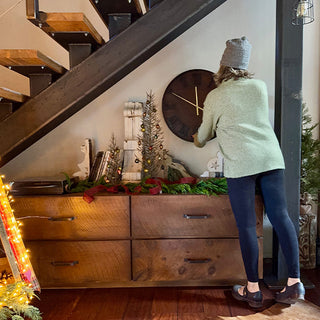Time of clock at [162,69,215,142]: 11:49
